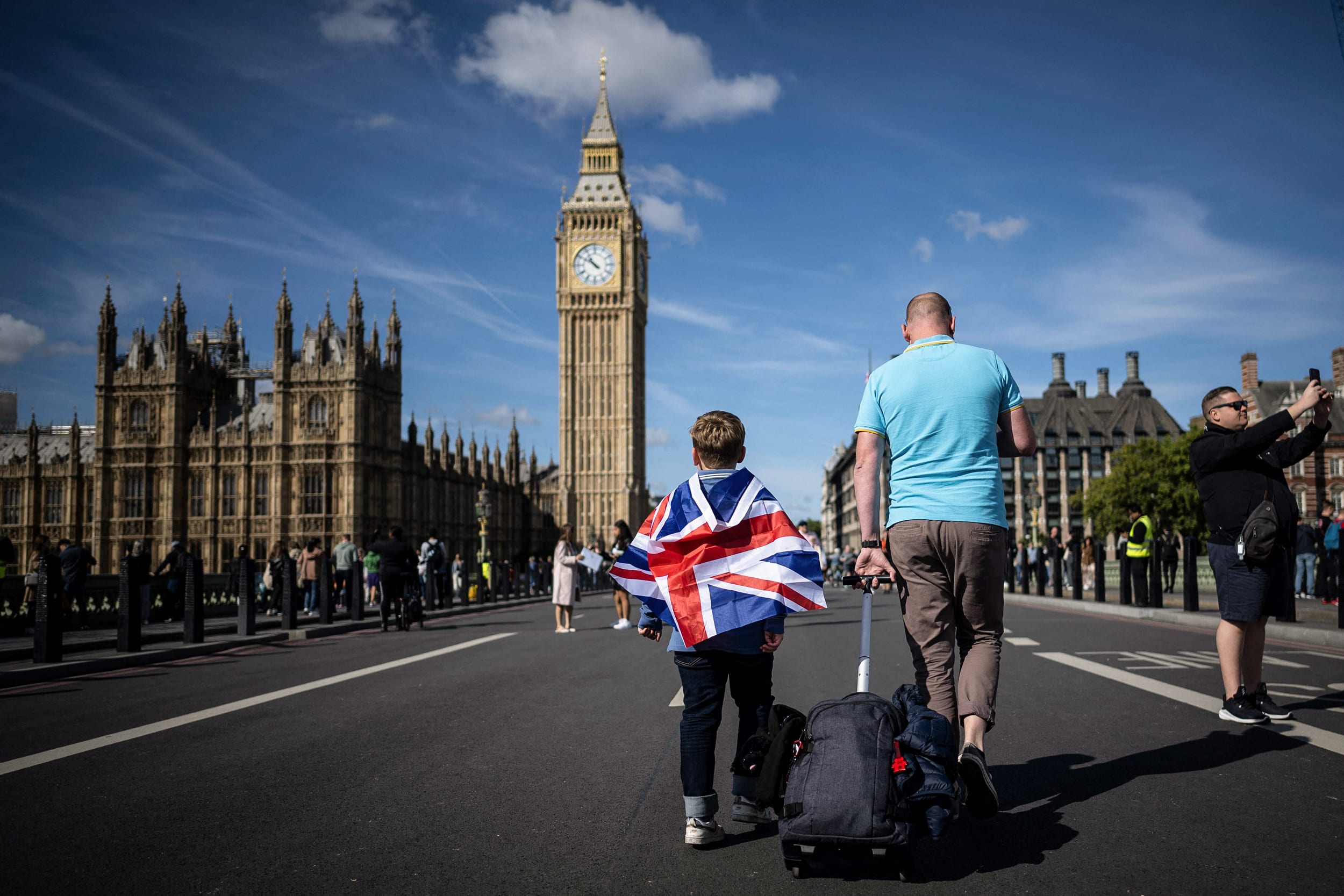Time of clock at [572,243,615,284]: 10:50
